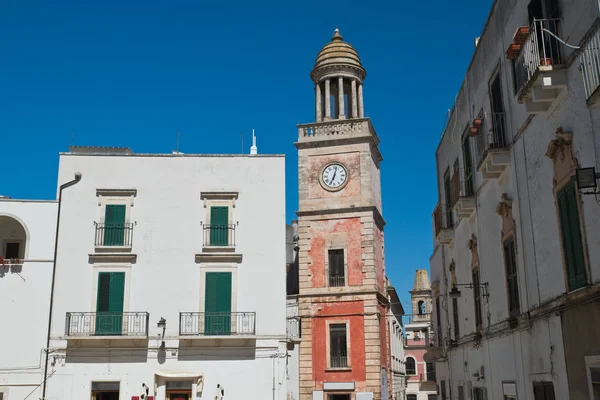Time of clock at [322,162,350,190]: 7:02
